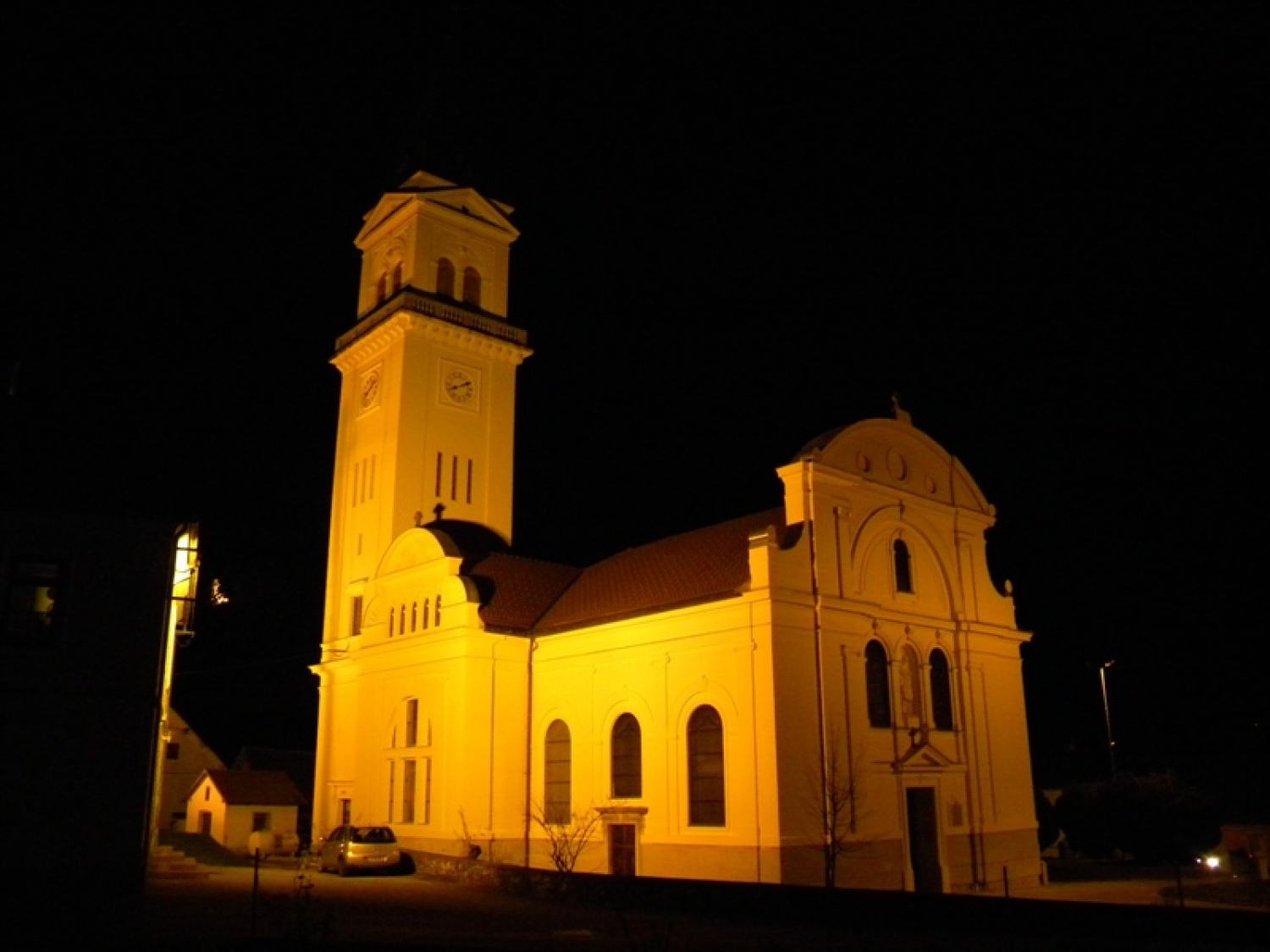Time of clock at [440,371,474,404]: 8:11
